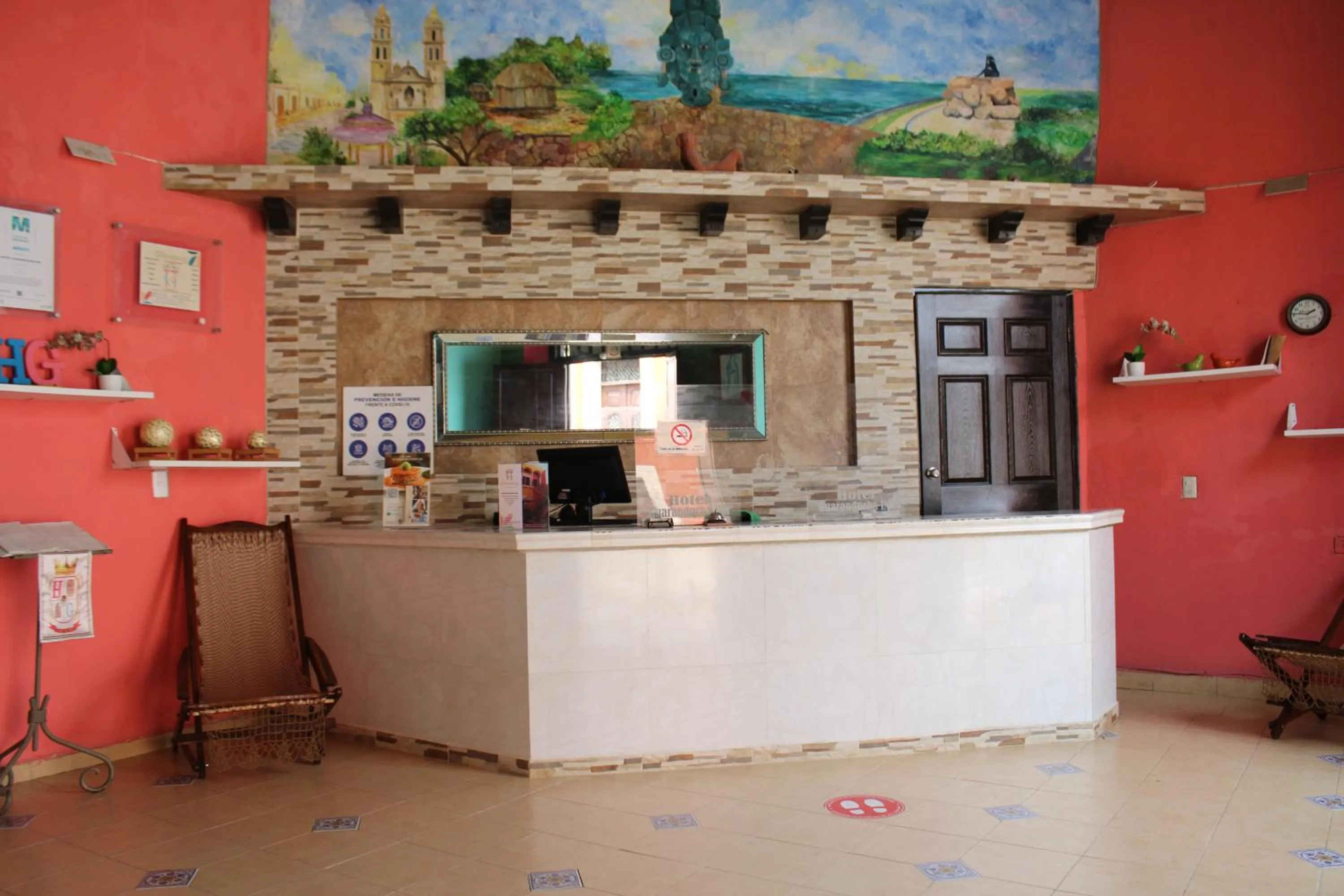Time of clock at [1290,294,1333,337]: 1:46
